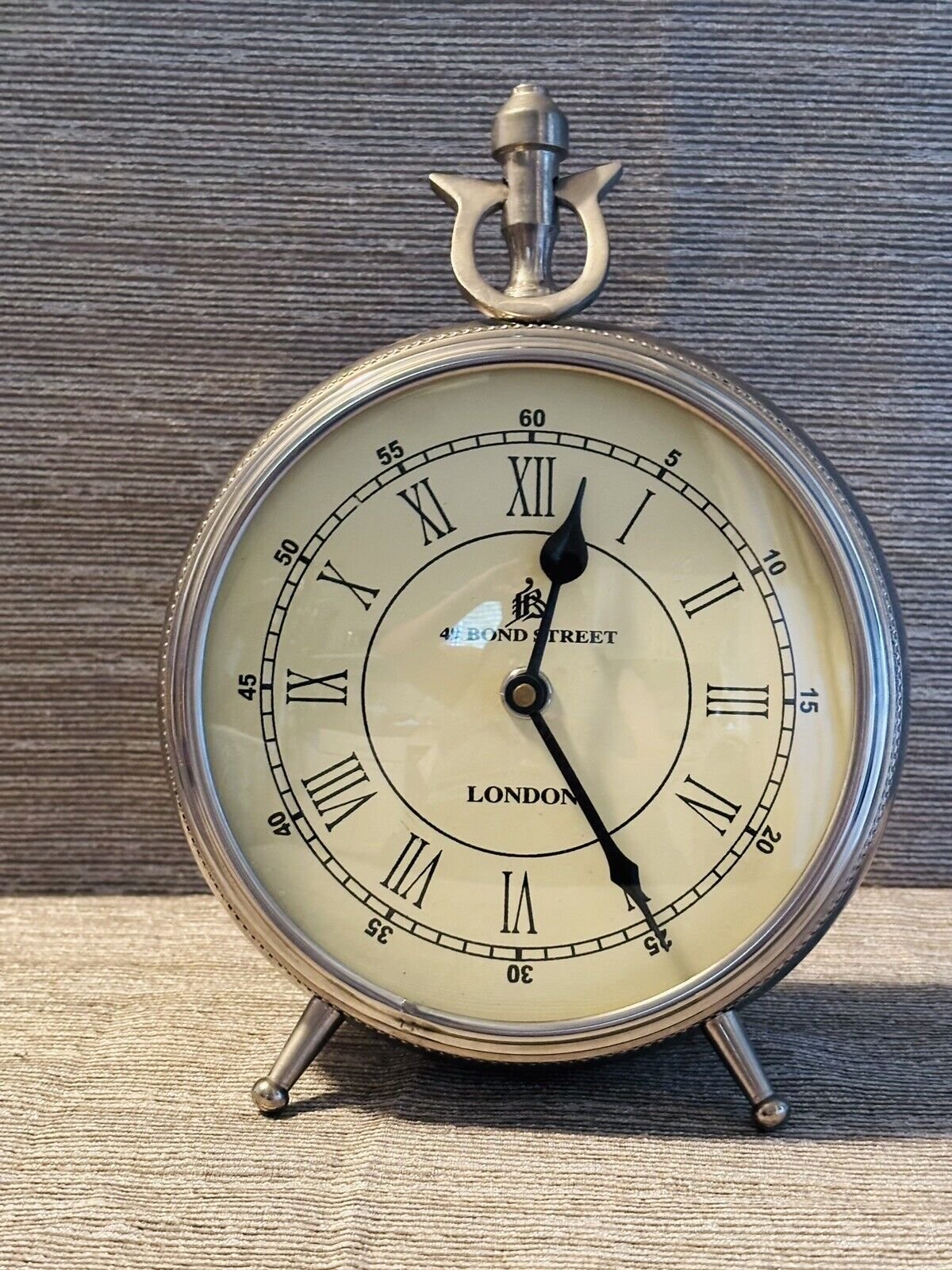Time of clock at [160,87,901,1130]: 12:24
